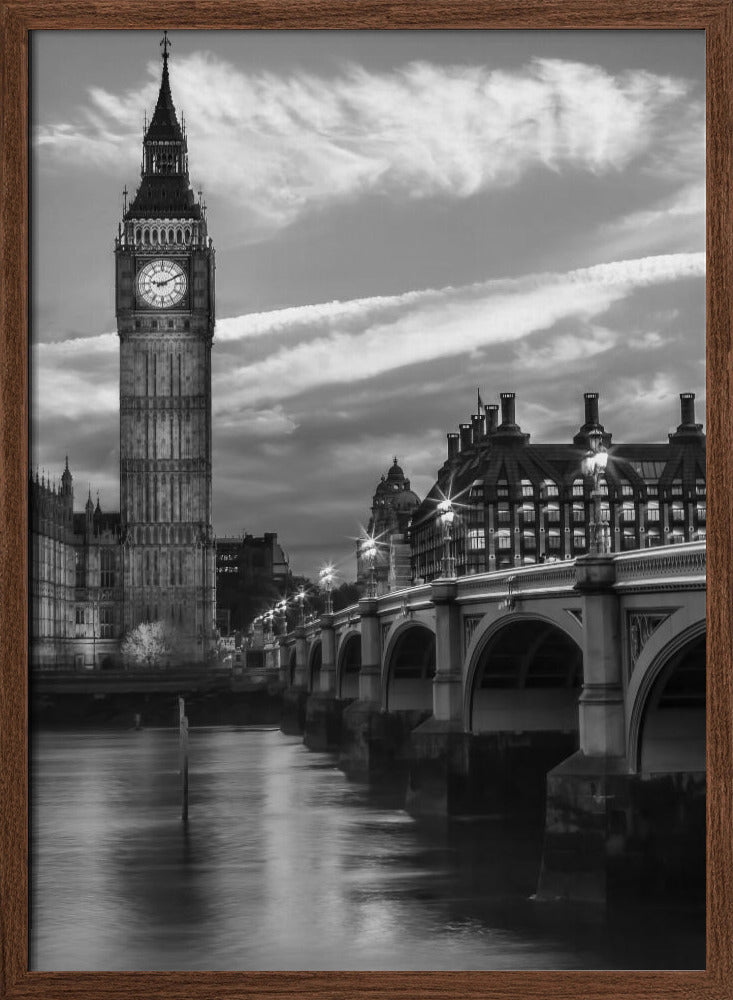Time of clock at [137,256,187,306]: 9:10
